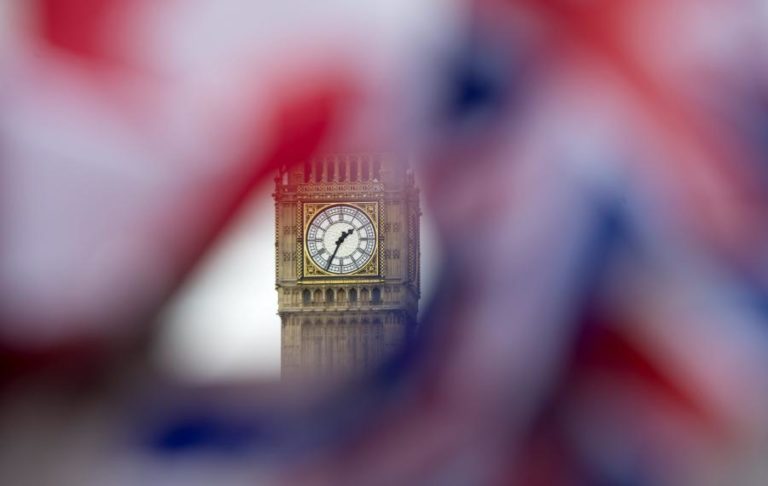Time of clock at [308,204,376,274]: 1:34
